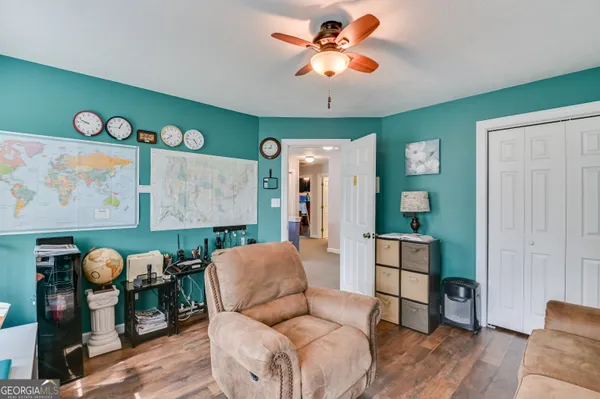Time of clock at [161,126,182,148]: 7:47
